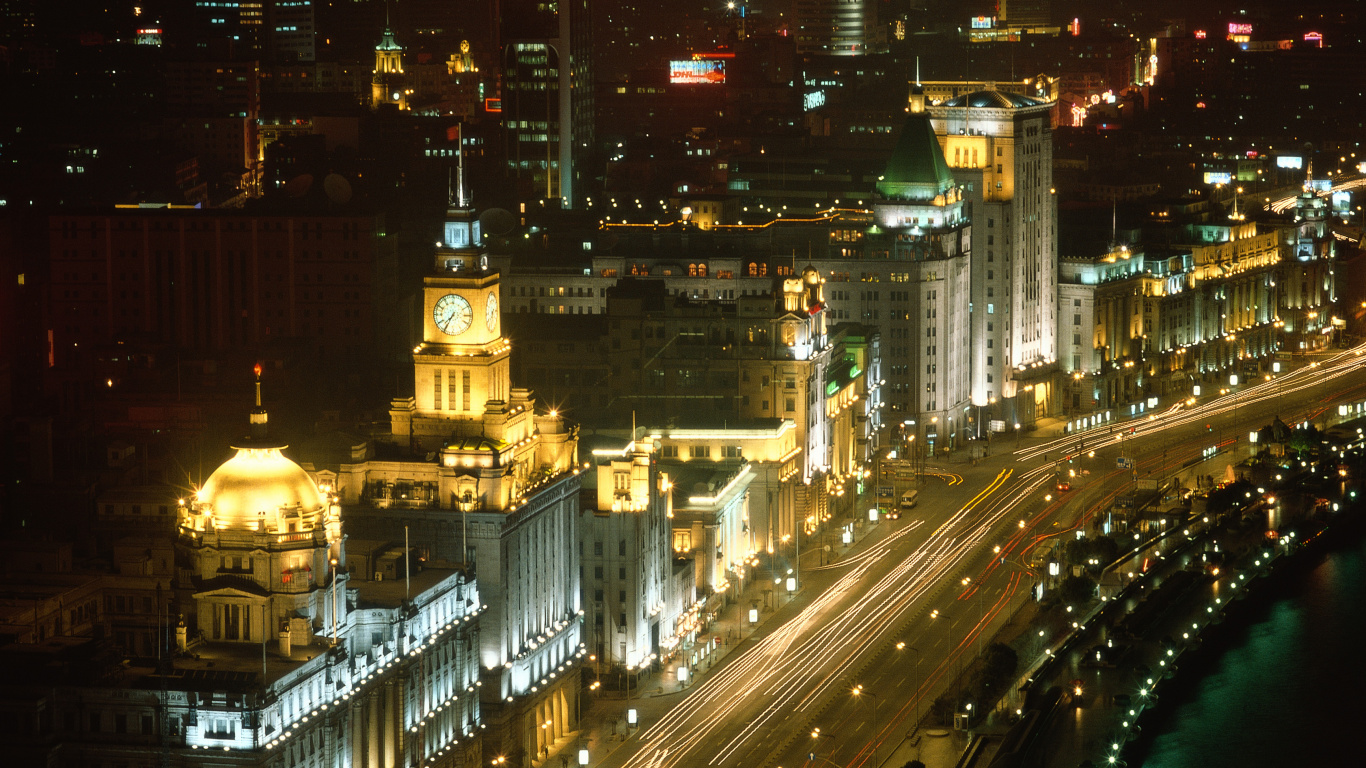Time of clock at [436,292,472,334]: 7:34
